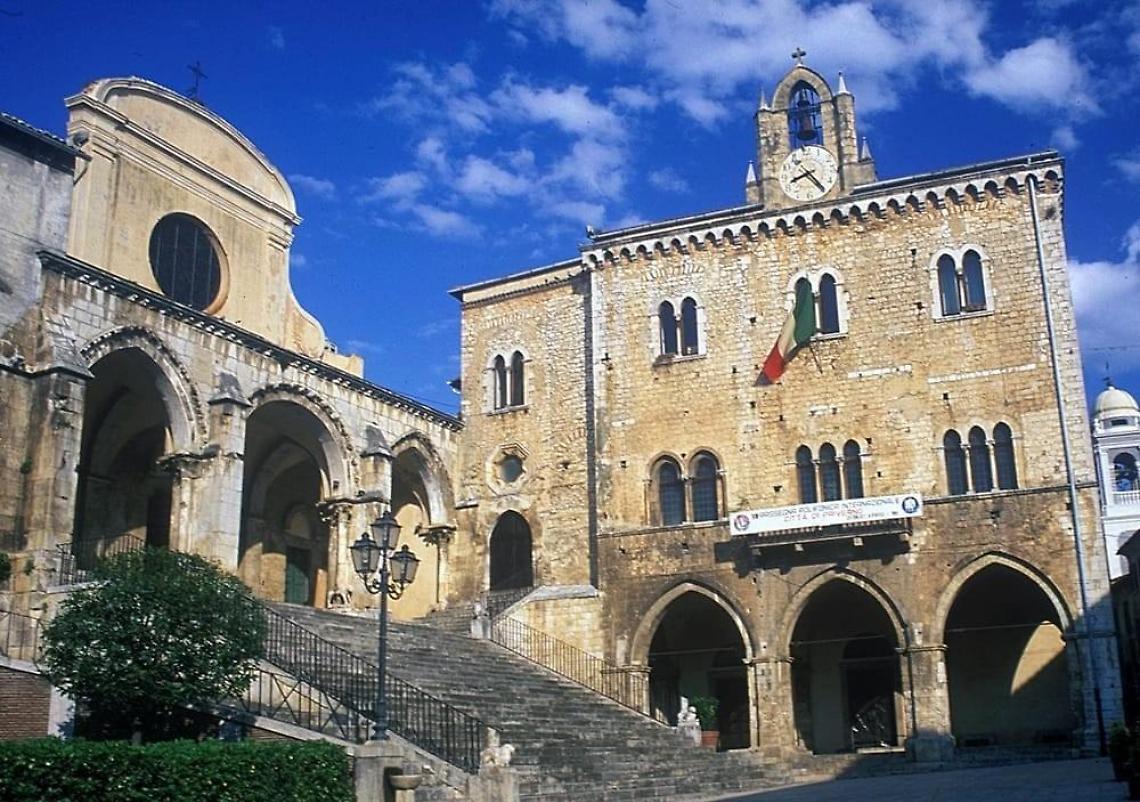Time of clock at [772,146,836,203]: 8:24
